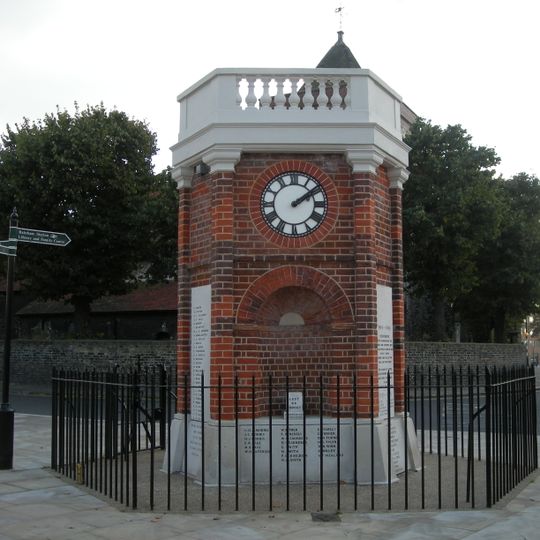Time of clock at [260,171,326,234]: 2:09
